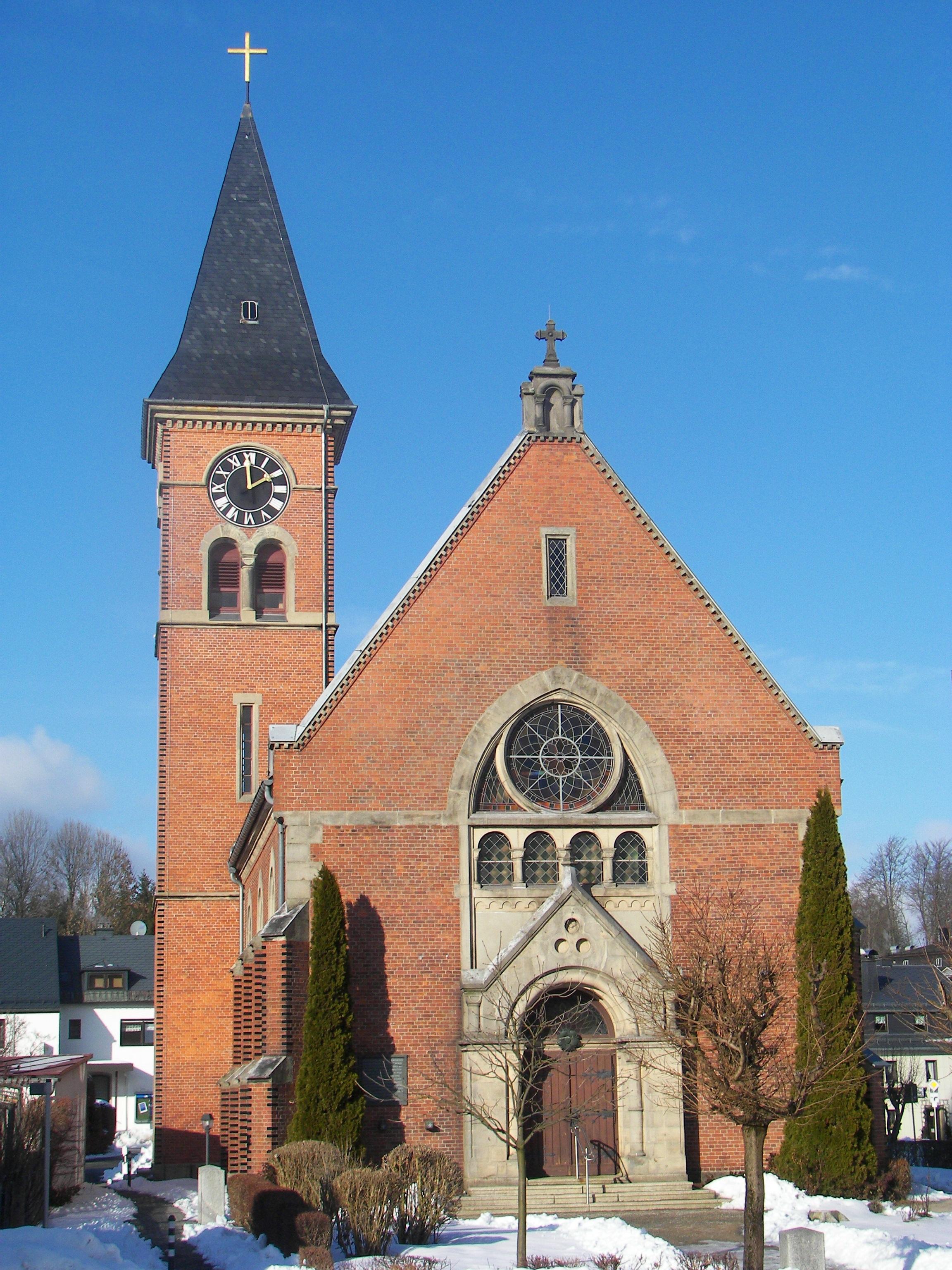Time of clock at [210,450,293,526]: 1:59
